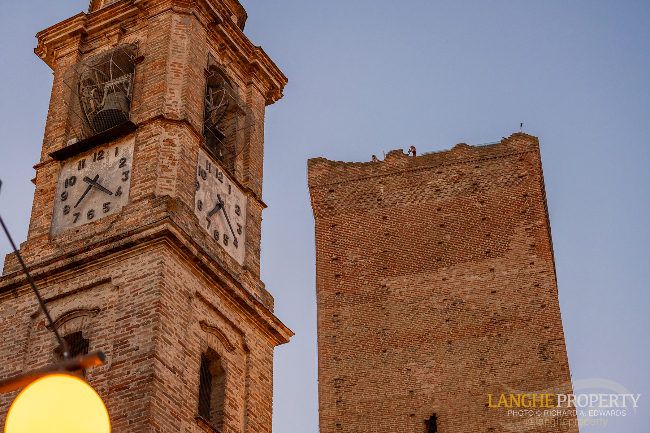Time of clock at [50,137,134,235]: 7:21
